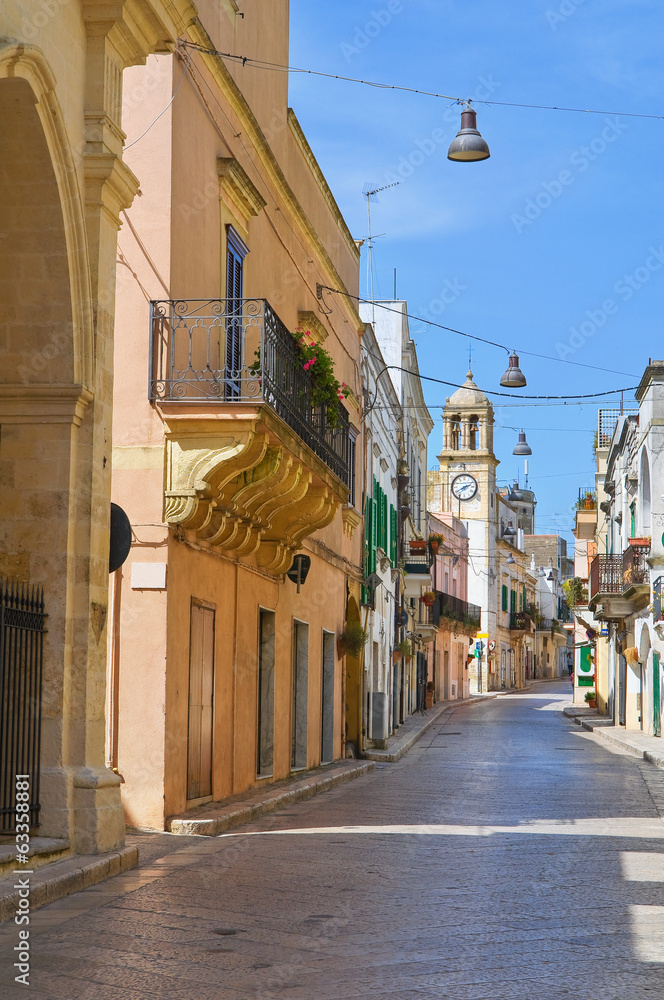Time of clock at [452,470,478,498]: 2:40
